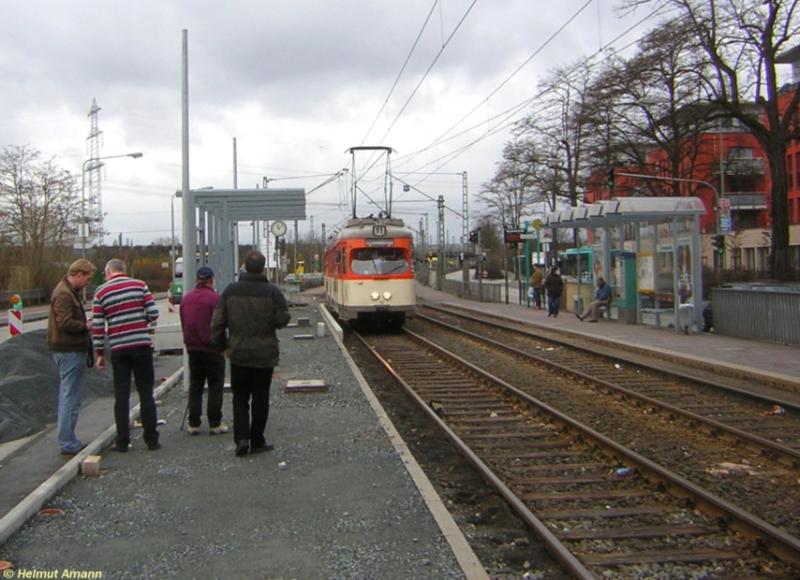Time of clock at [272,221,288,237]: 11:07
